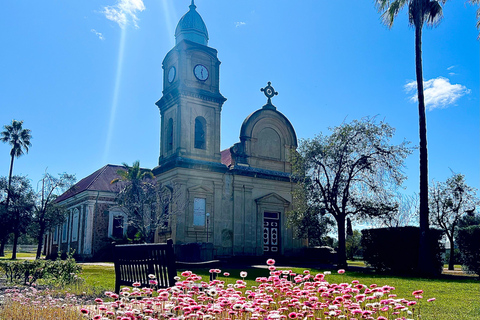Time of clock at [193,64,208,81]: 12:28
